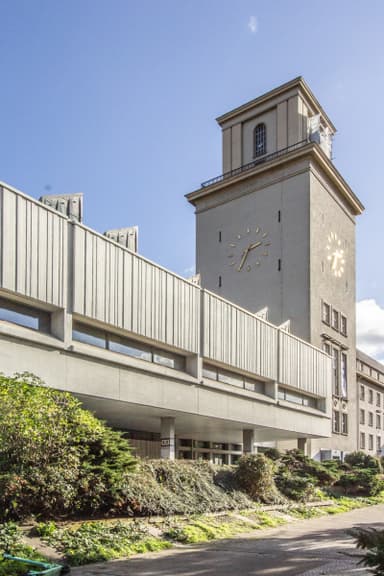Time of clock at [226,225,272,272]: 2:34
